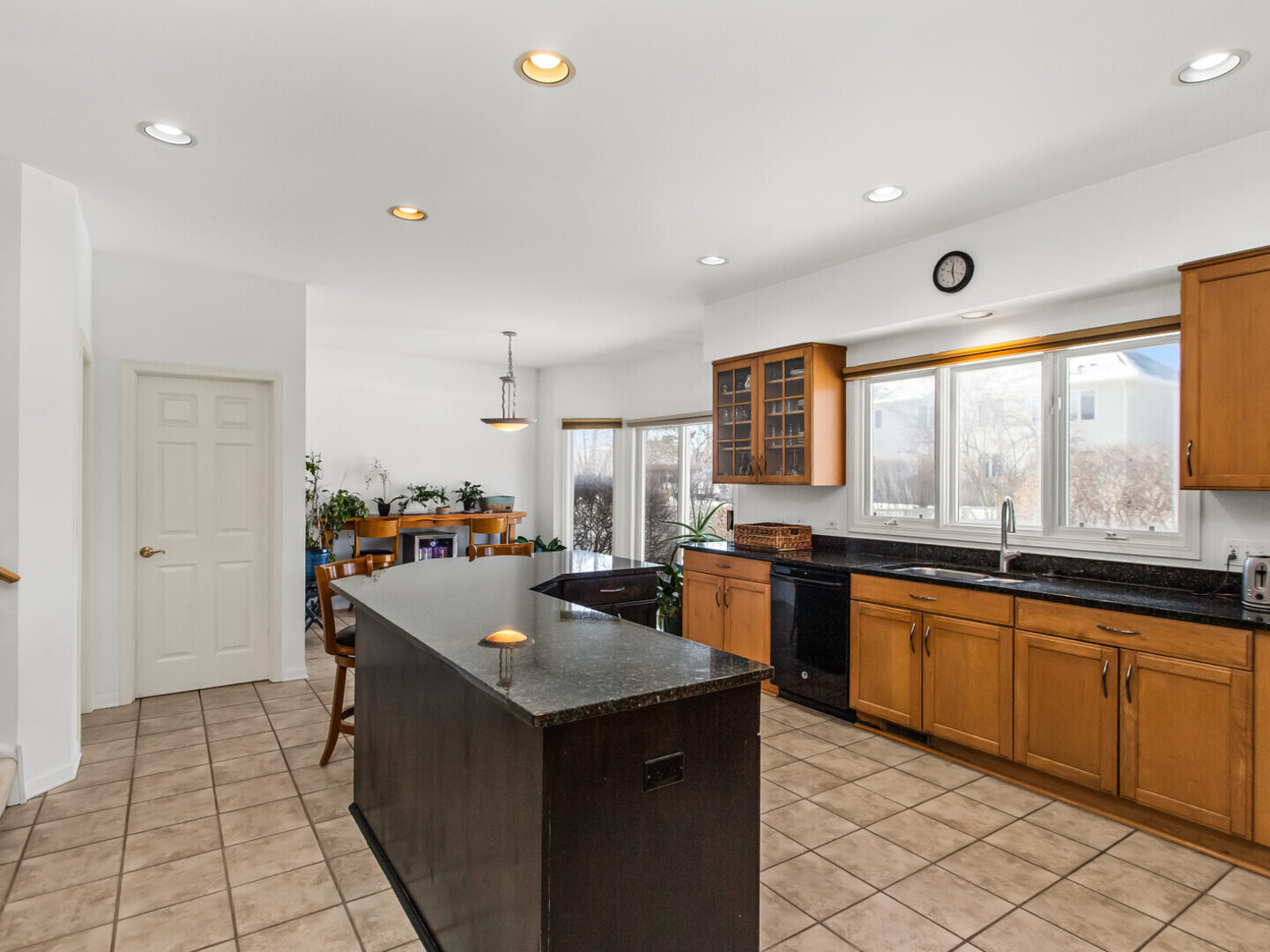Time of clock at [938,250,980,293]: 12:28
